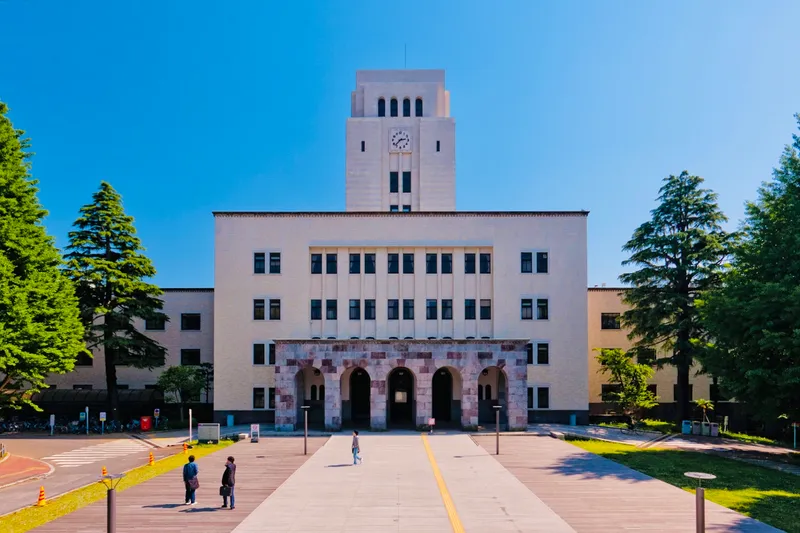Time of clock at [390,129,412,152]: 2:37
